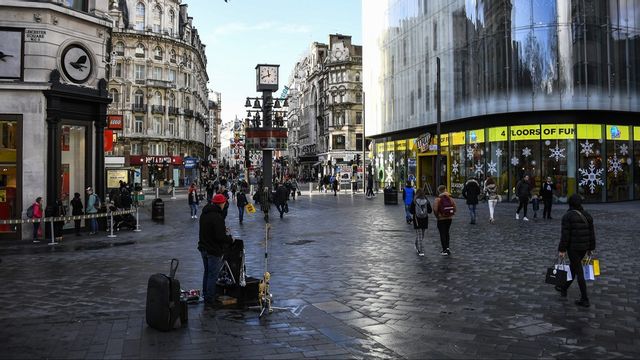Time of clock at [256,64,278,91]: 11:41
